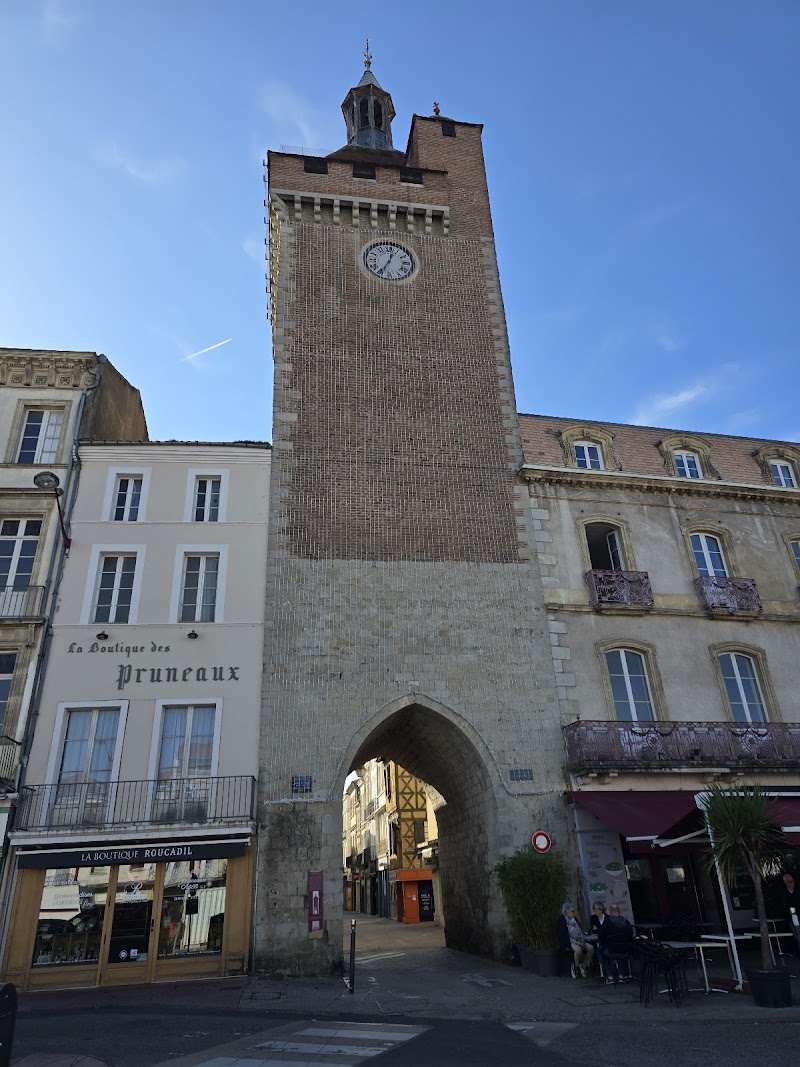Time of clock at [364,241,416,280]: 12:34
